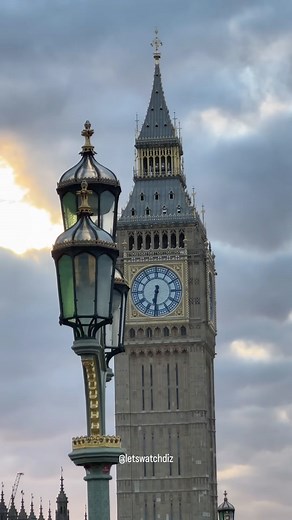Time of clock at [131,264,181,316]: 6:31
